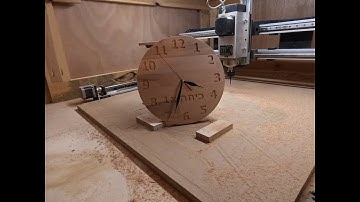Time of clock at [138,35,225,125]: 3:33
